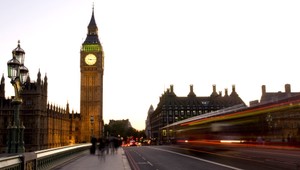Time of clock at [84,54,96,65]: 9:15
